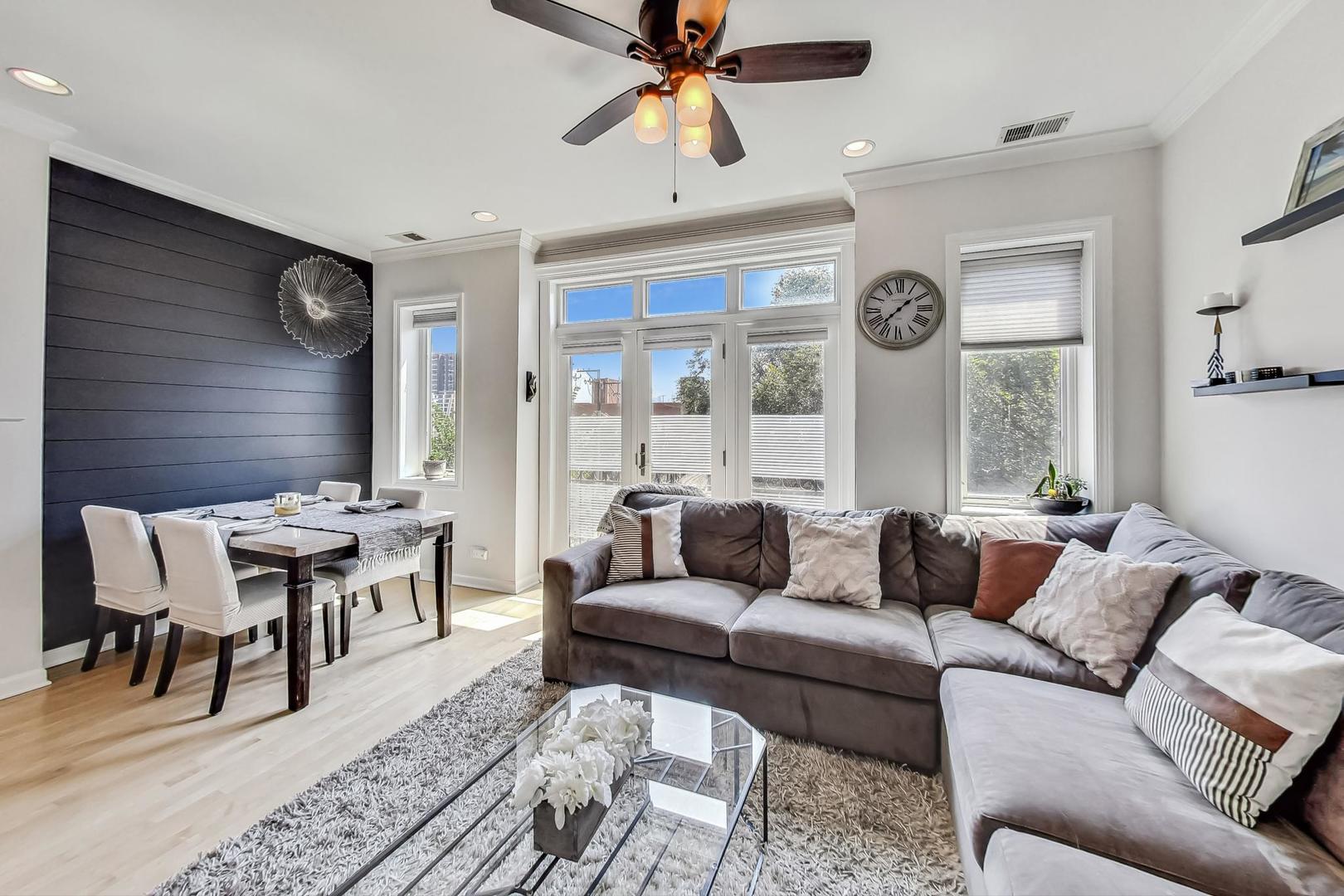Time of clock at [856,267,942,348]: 1:37
